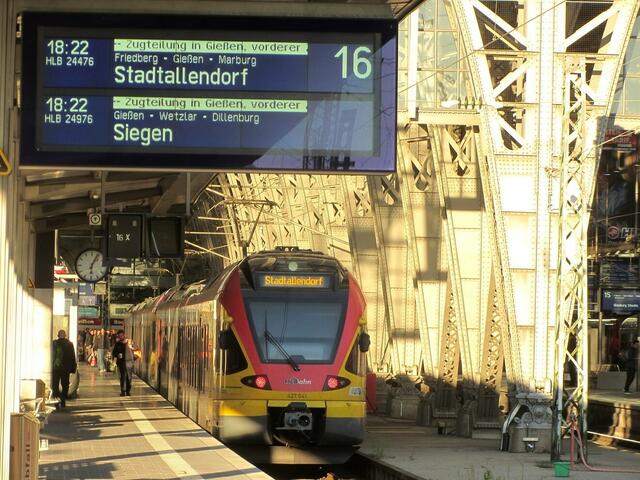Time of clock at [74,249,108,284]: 6:05
